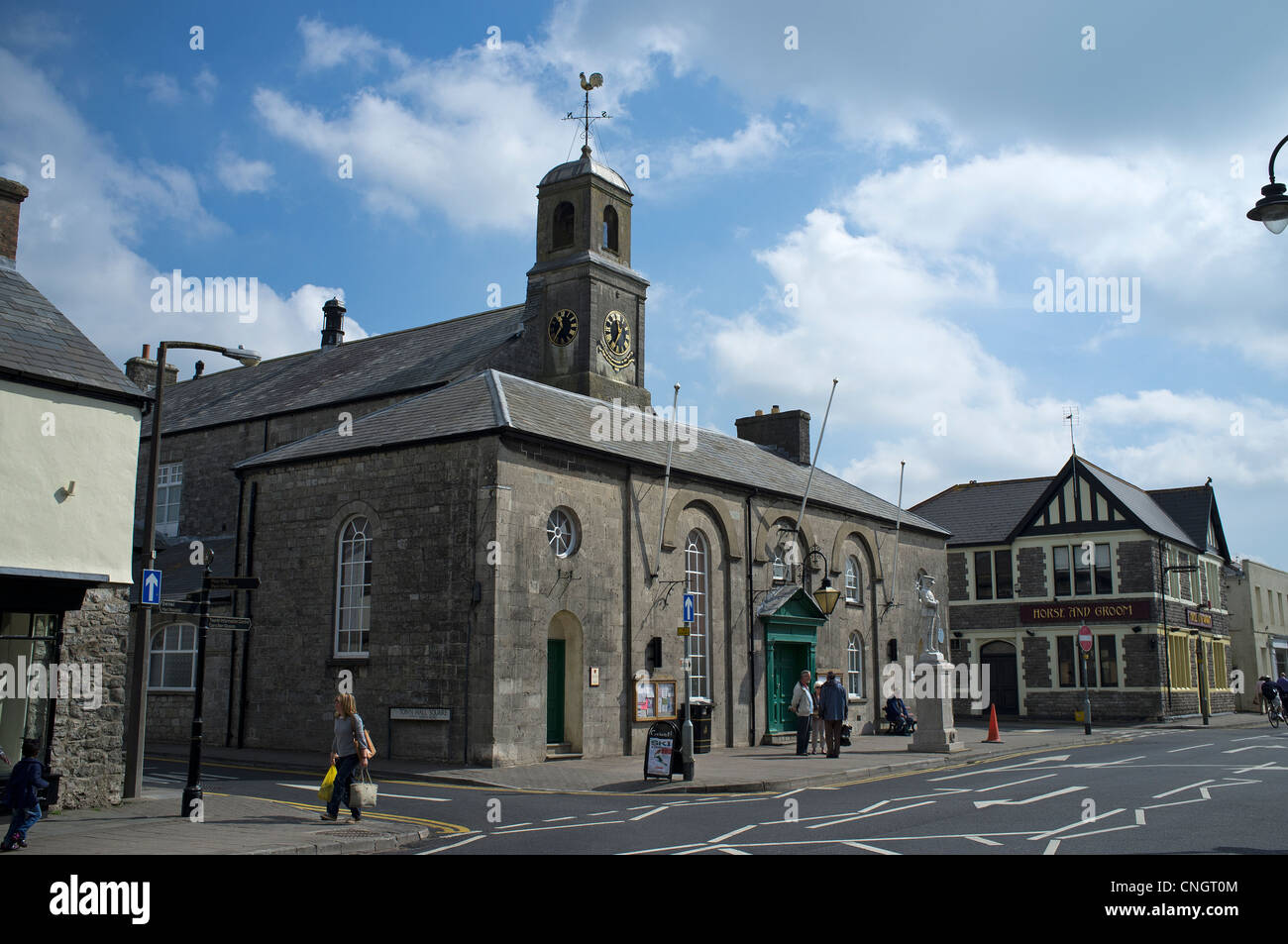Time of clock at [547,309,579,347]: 11:36
